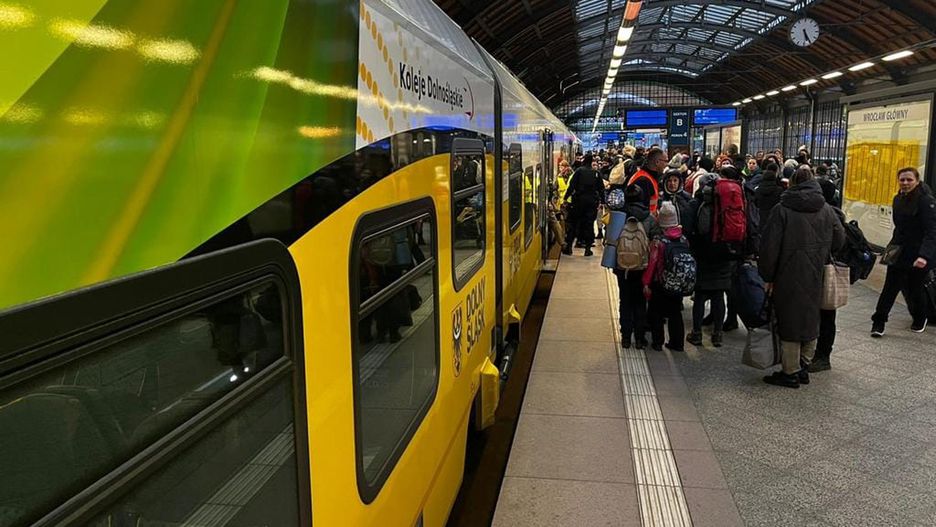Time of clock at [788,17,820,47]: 5:25
